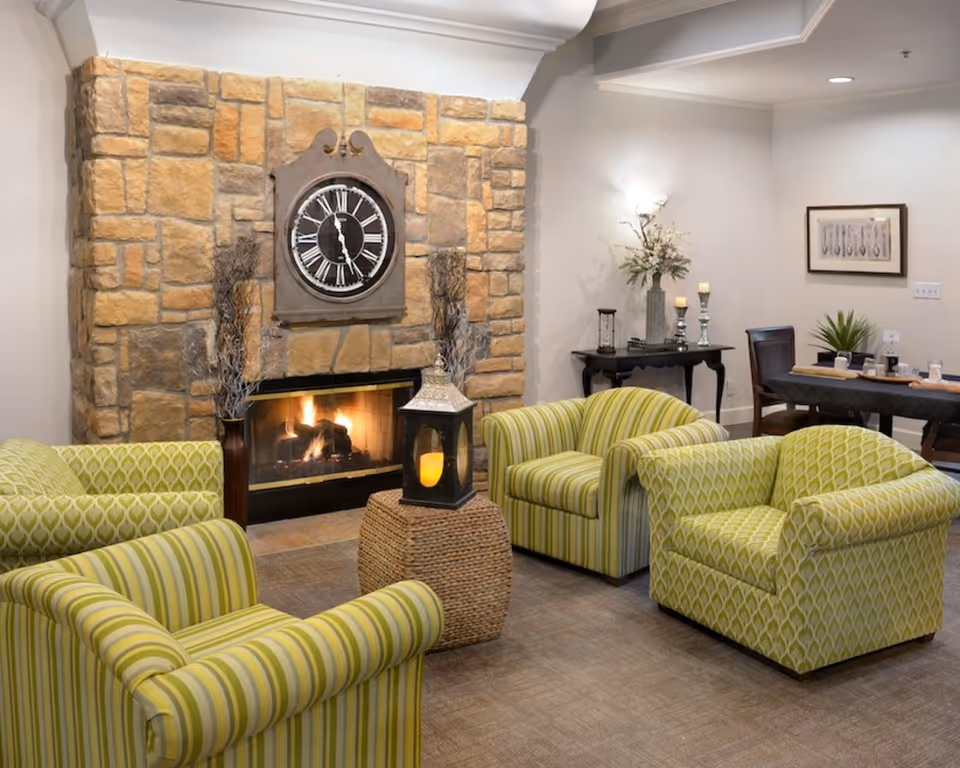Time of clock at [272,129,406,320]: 11:25
